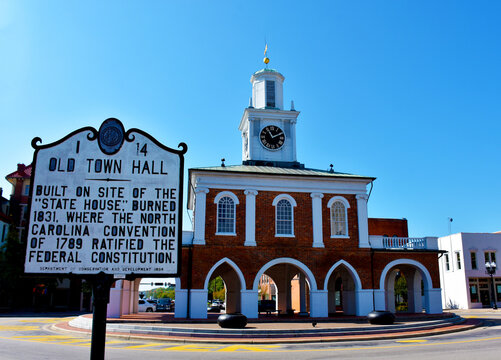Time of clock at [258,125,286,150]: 11:10
